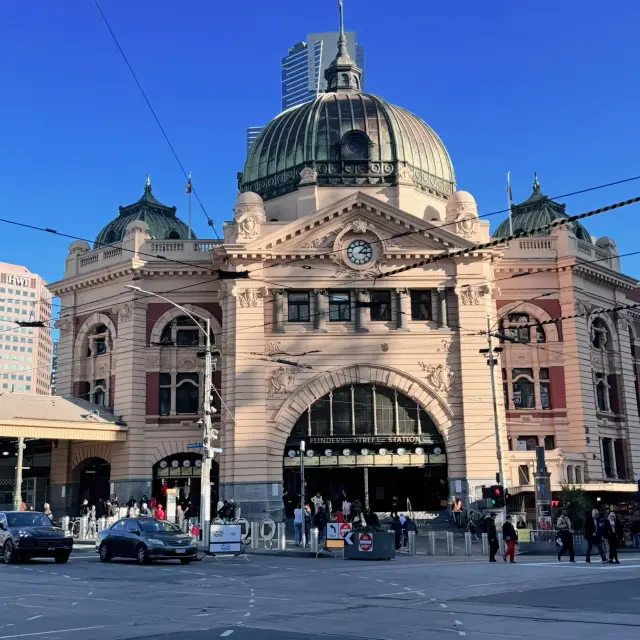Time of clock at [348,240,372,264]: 3:07
